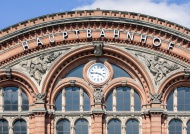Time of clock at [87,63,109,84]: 3:46
